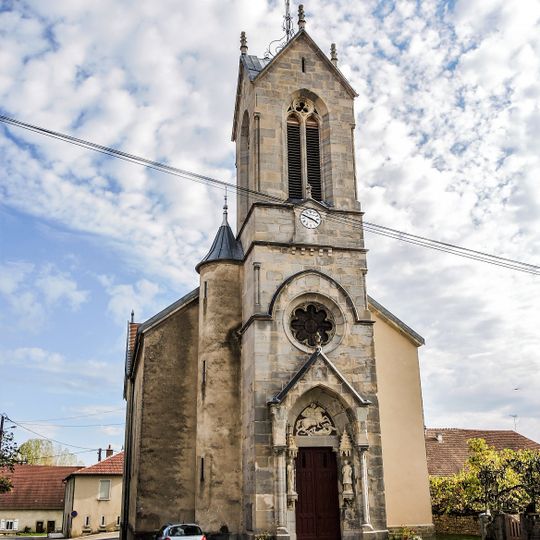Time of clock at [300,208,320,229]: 3:48
